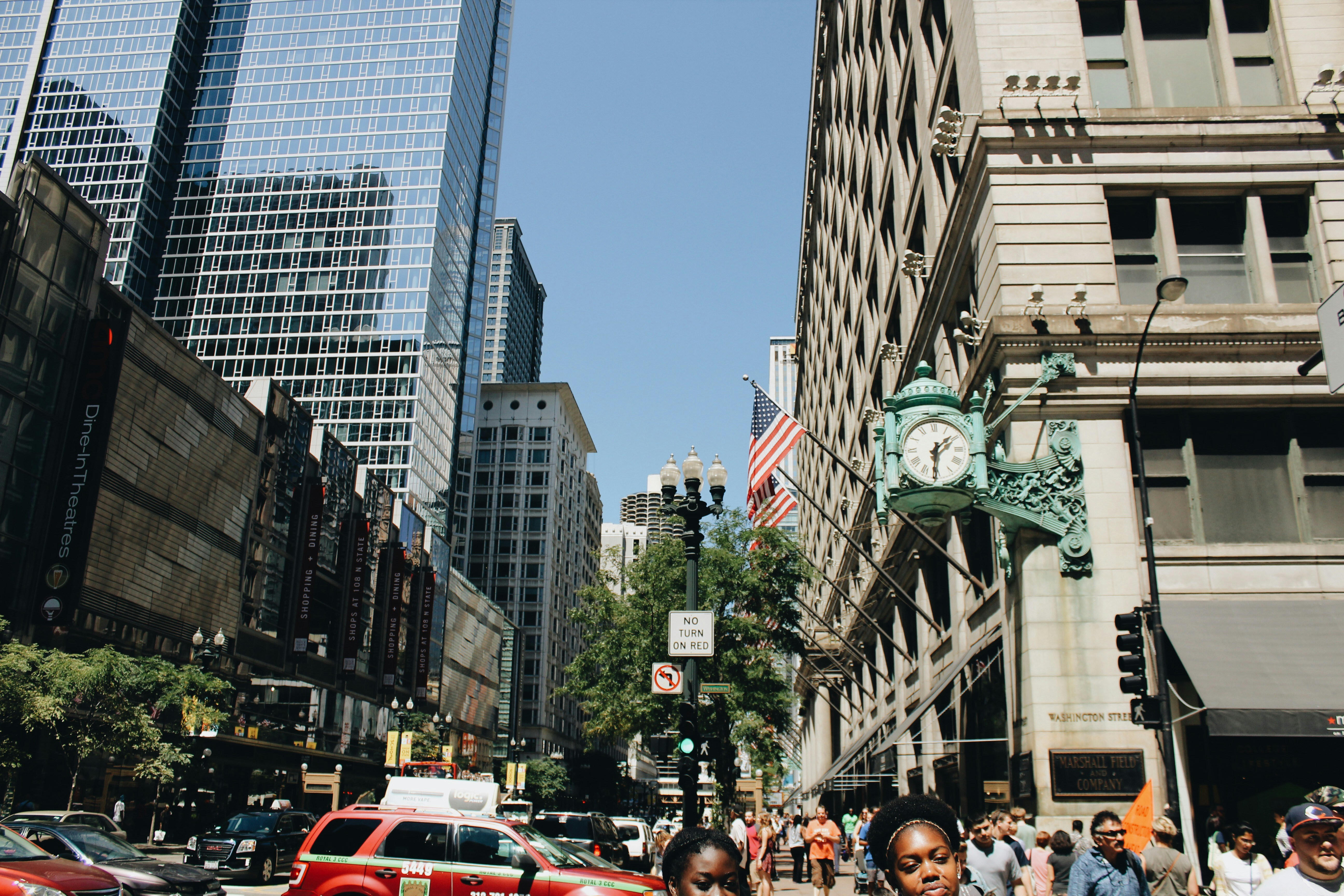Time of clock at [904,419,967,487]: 1:31
